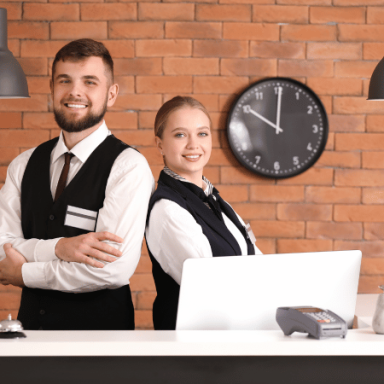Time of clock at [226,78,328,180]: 10:00
